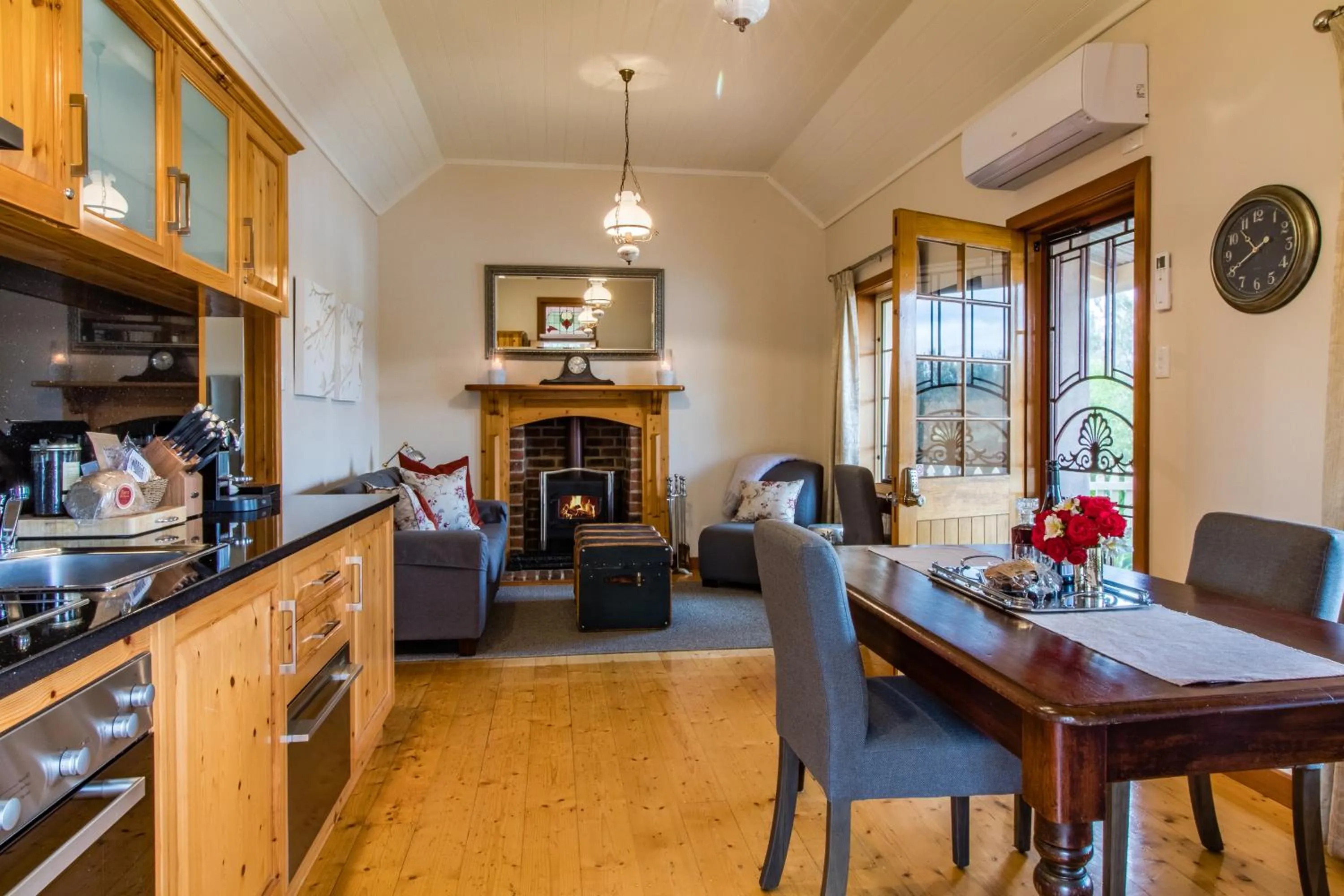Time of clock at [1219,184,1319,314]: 10:40
